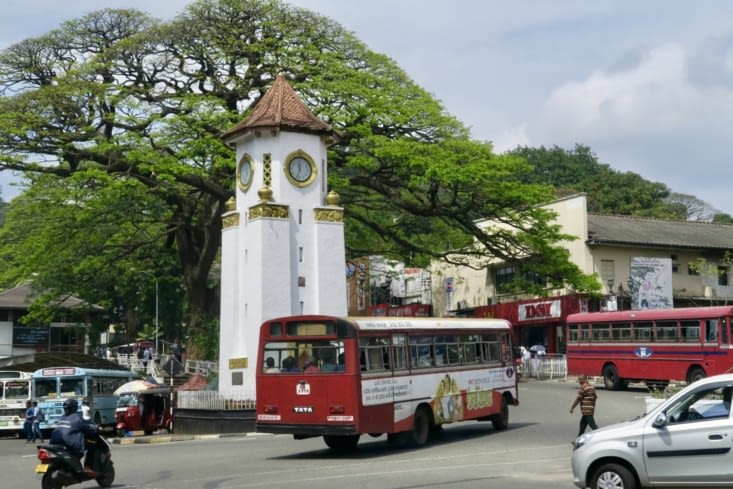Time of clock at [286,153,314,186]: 11:33
